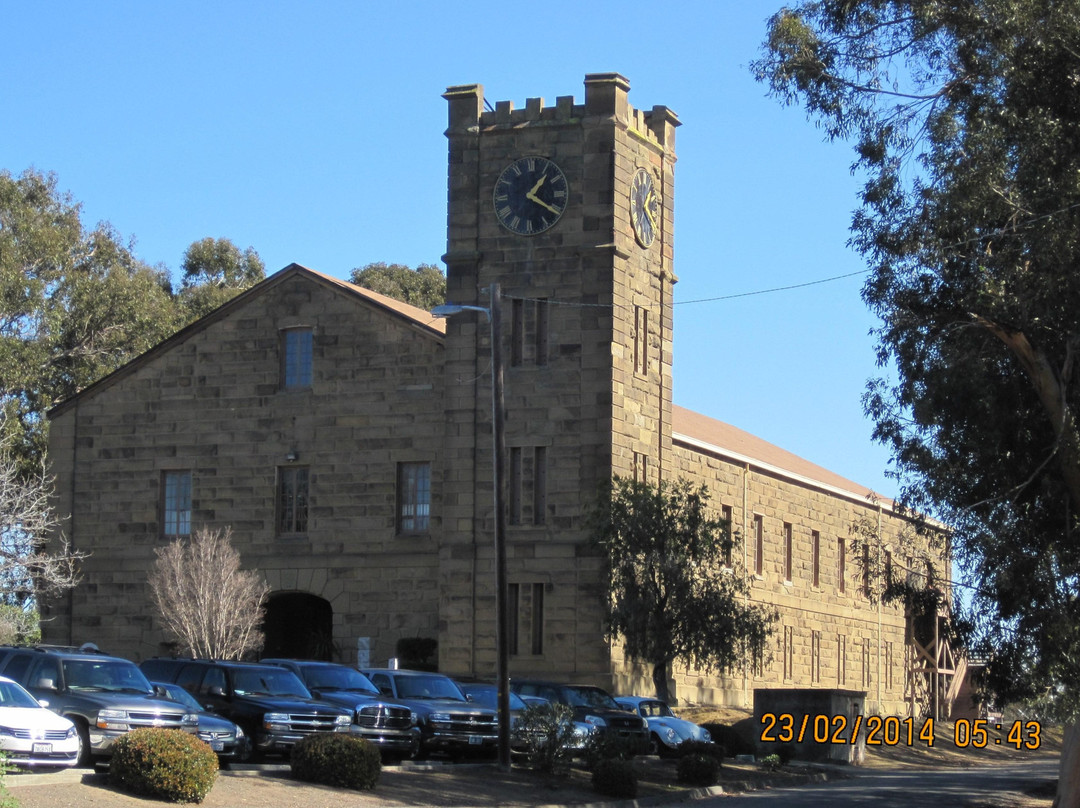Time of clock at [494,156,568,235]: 1:20
